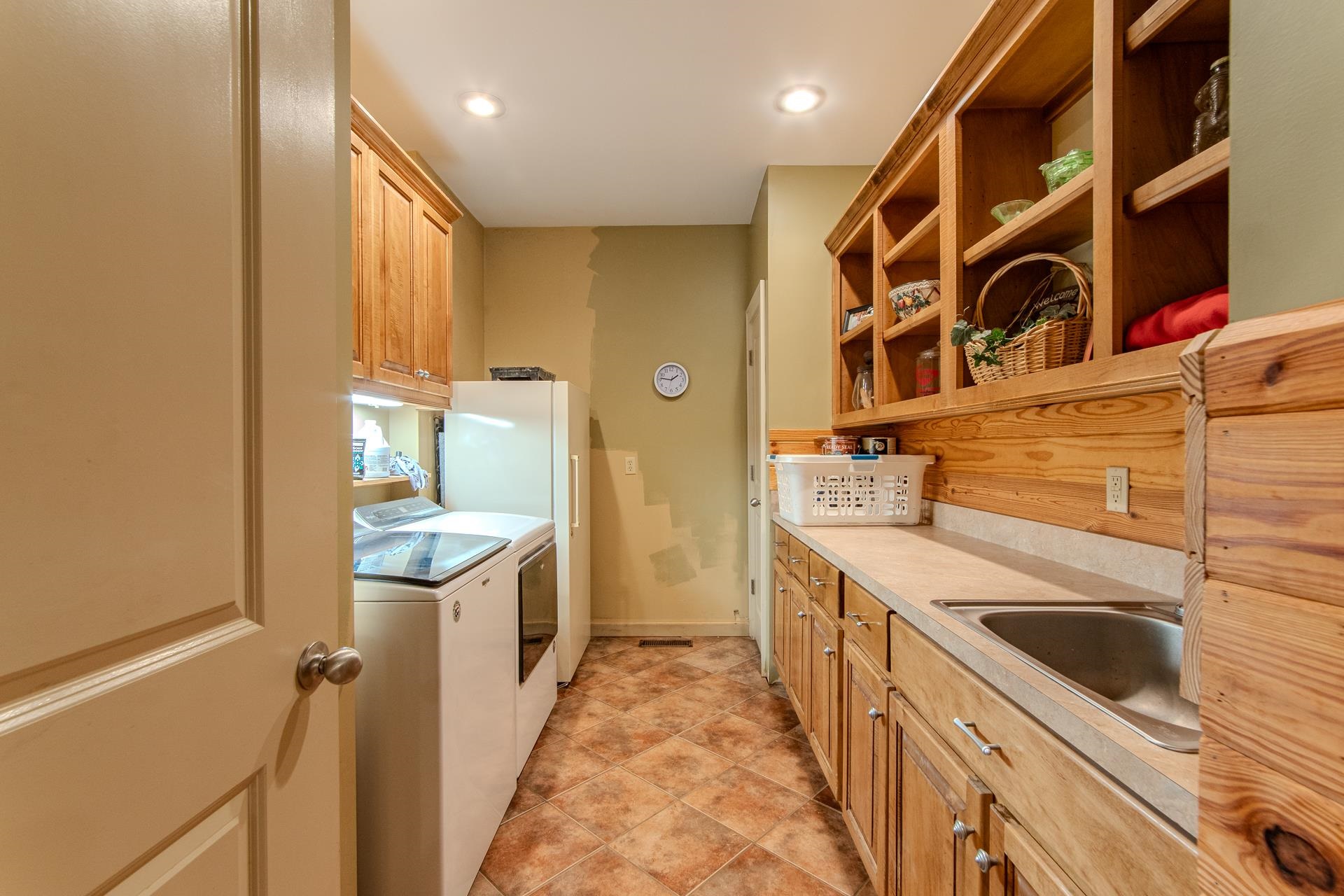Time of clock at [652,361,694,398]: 1:46
